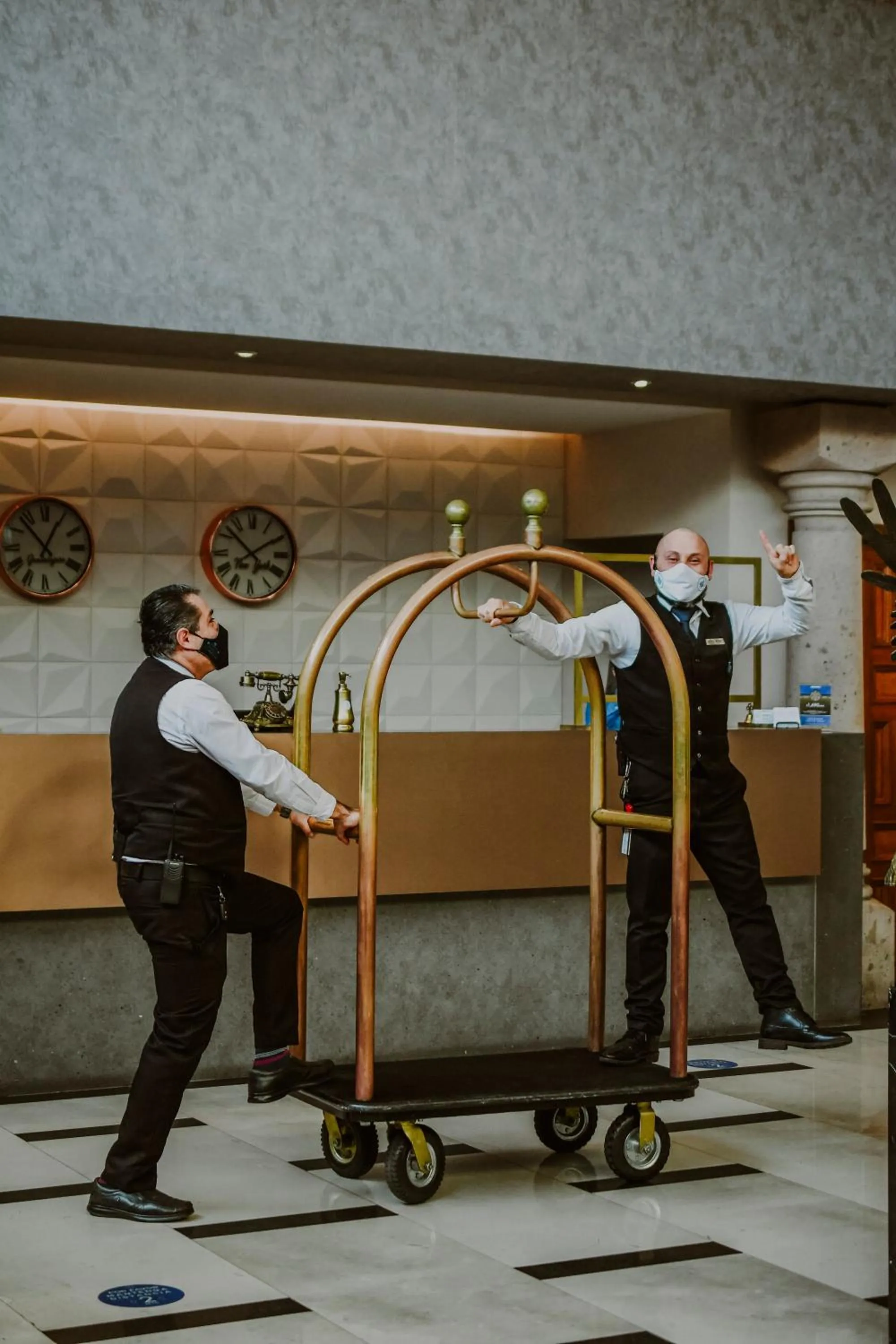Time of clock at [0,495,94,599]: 12:53
